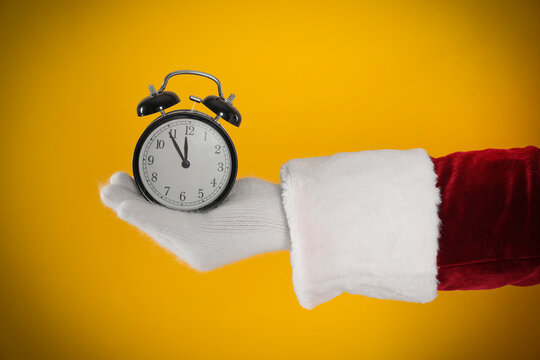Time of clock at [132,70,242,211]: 11:54
